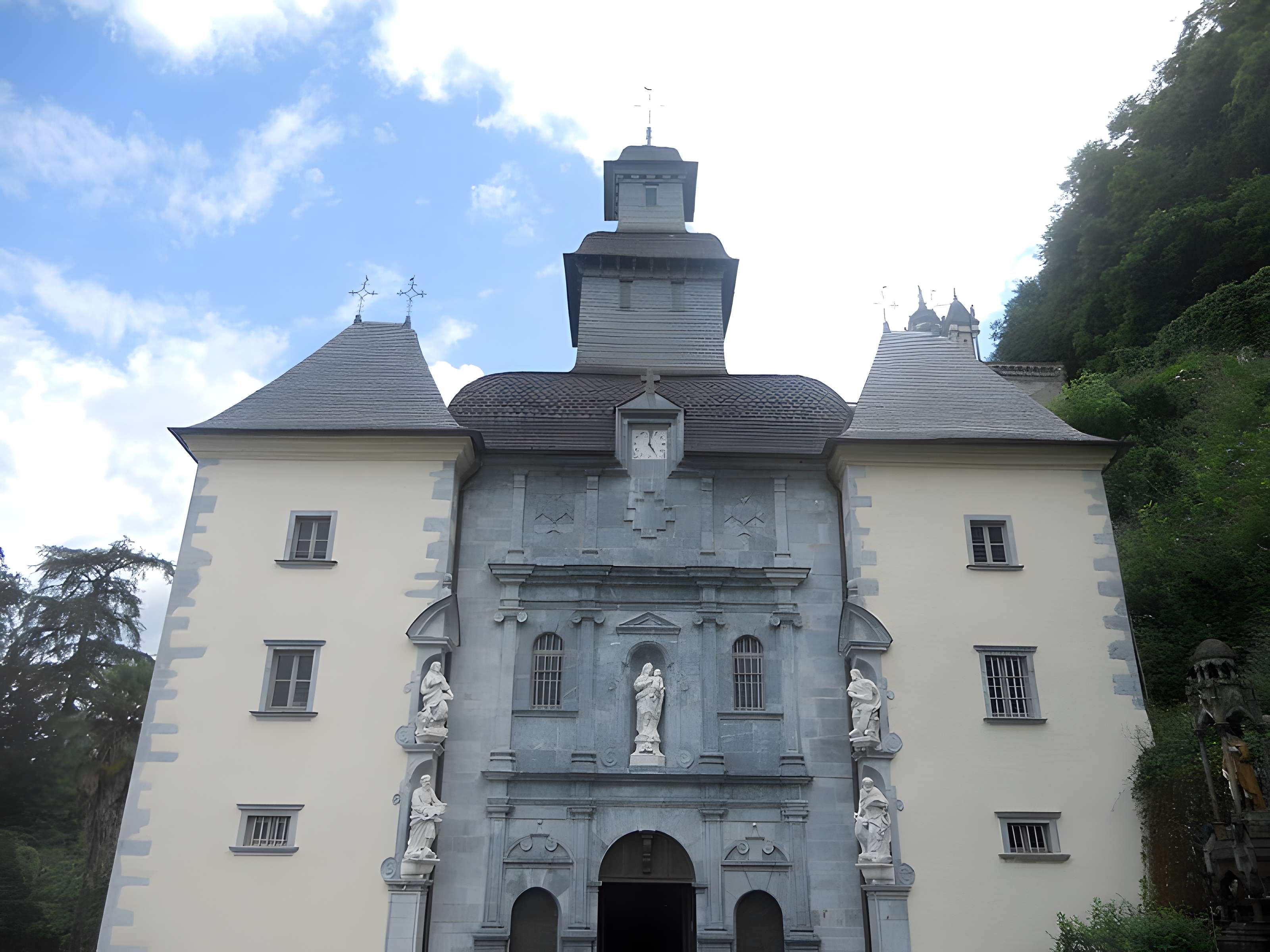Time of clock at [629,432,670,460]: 5:00
